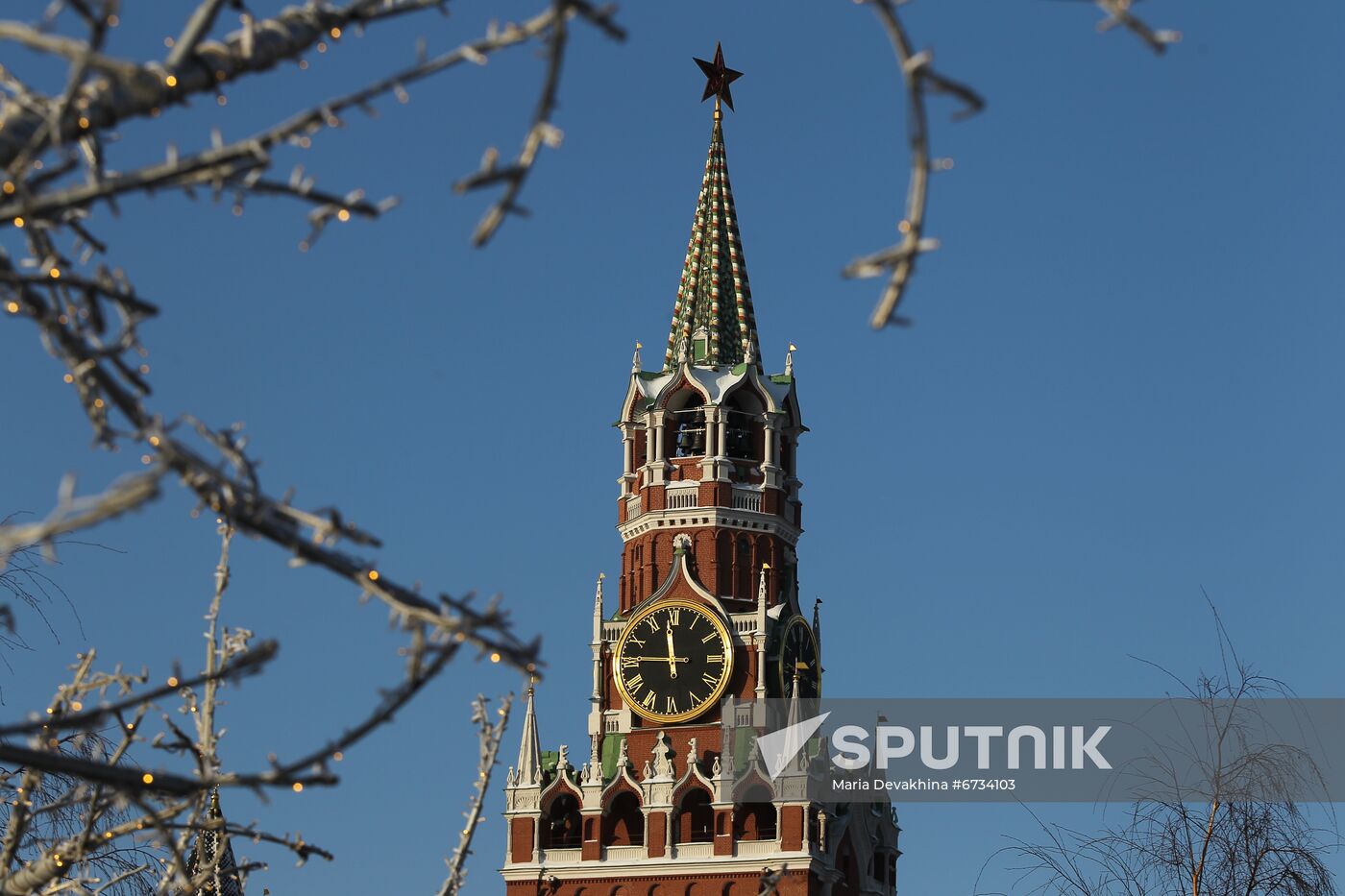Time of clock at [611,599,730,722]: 11:45
